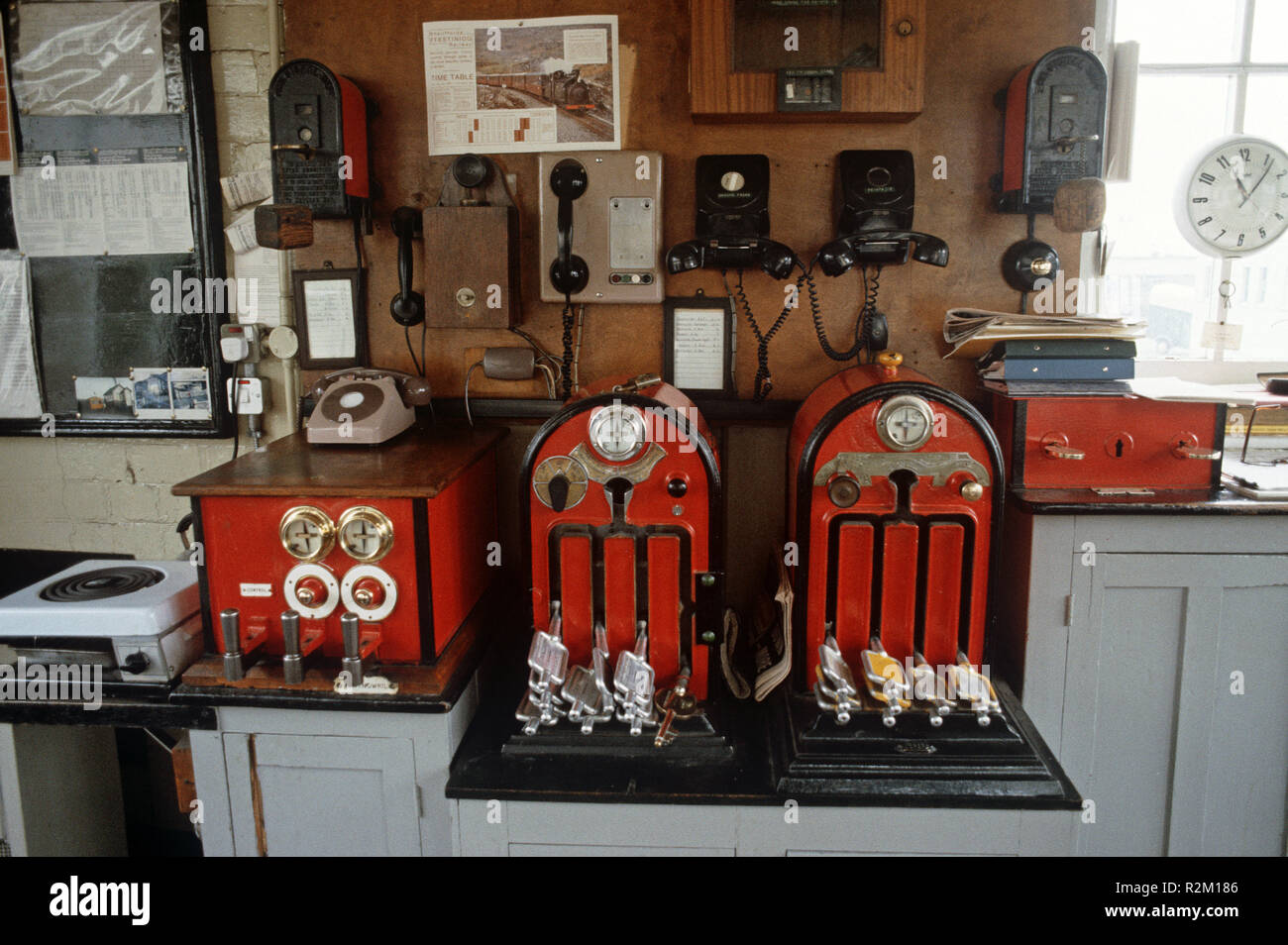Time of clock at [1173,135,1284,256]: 11:06
